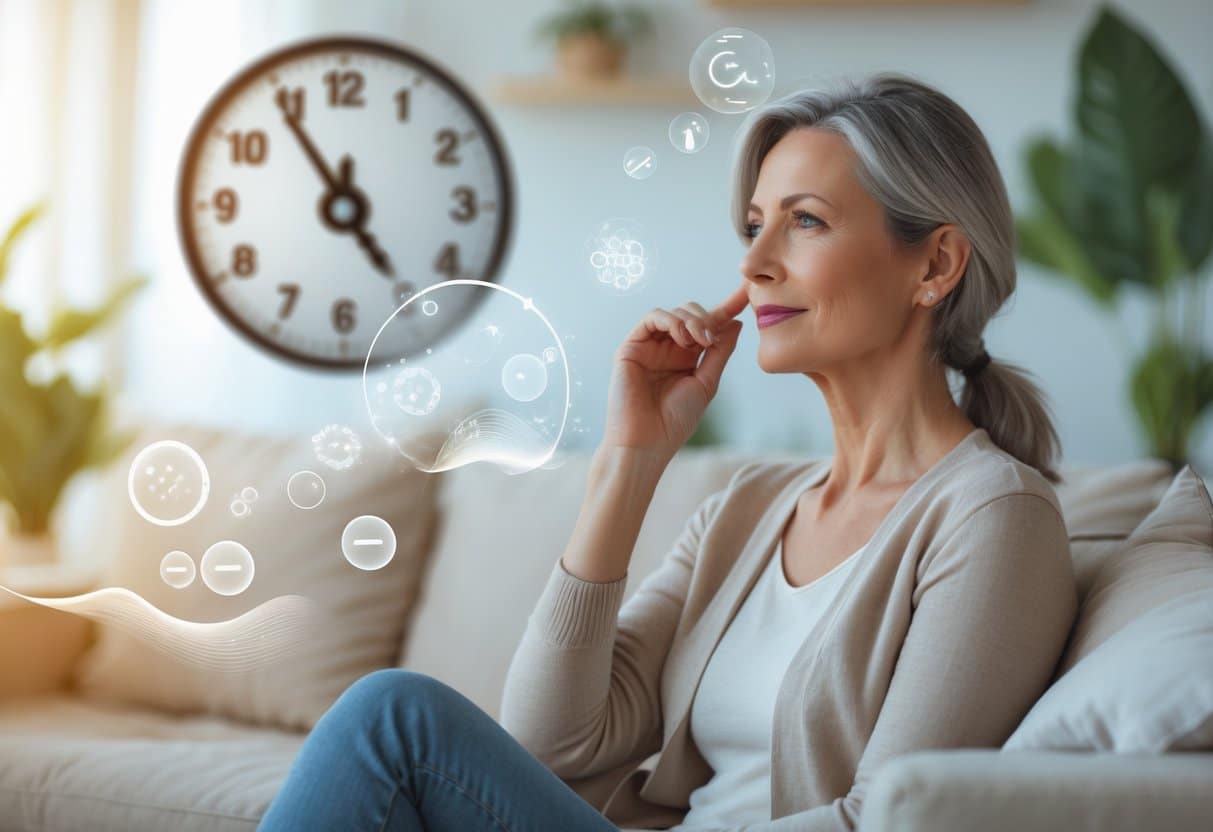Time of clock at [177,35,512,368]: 4:54
